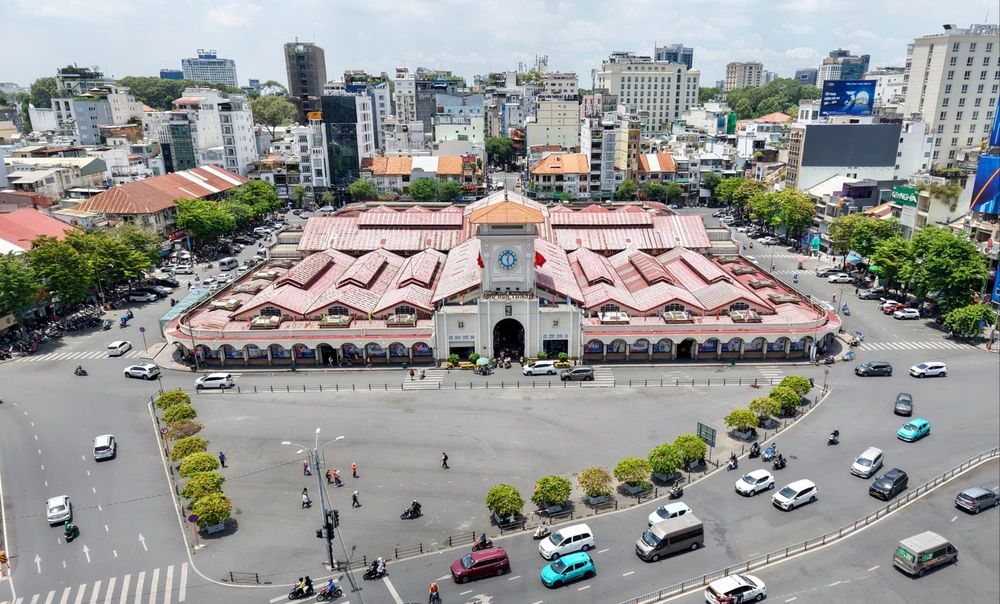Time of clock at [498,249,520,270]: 12:28
